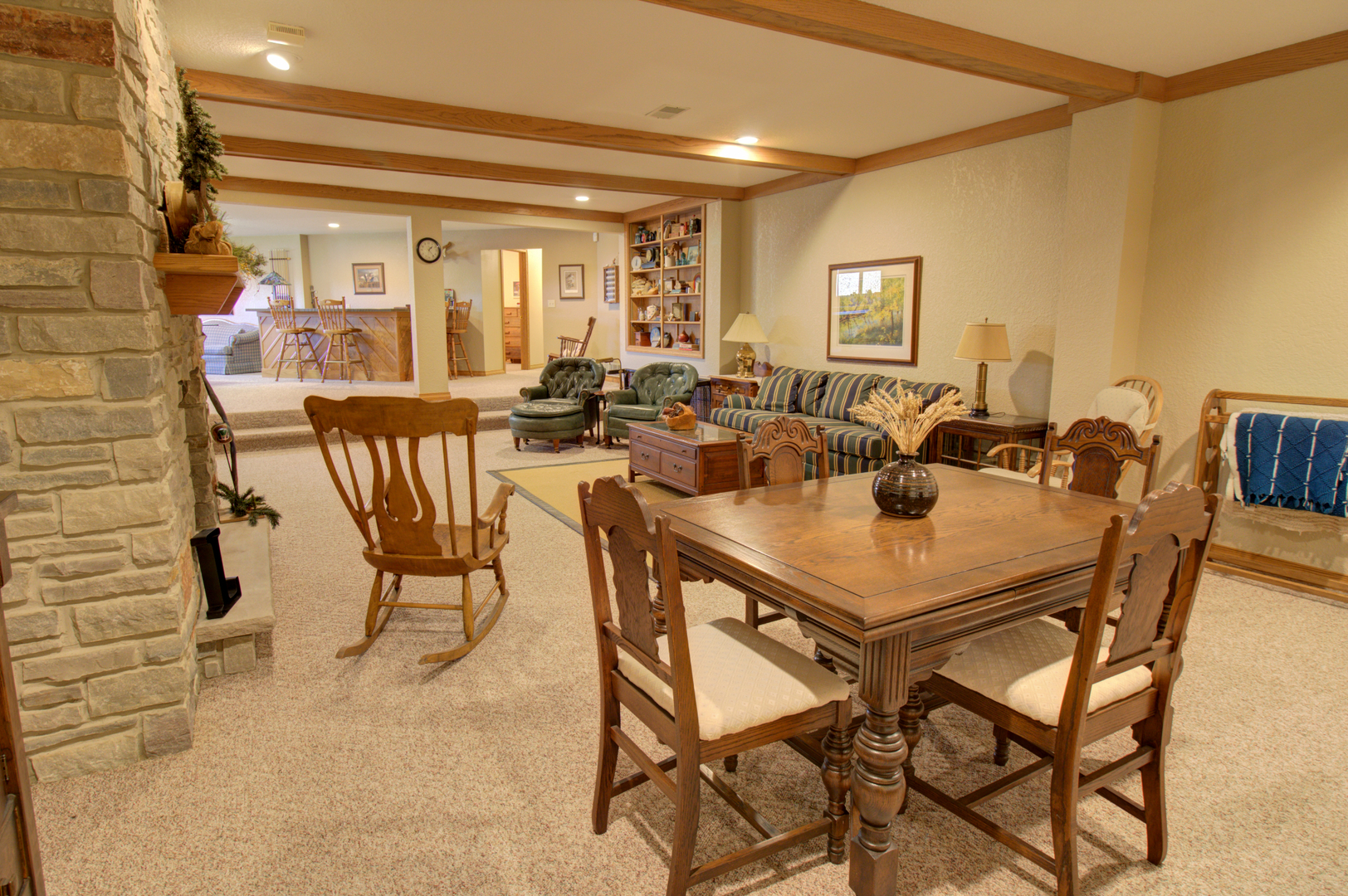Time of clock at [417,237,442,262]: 1:23
